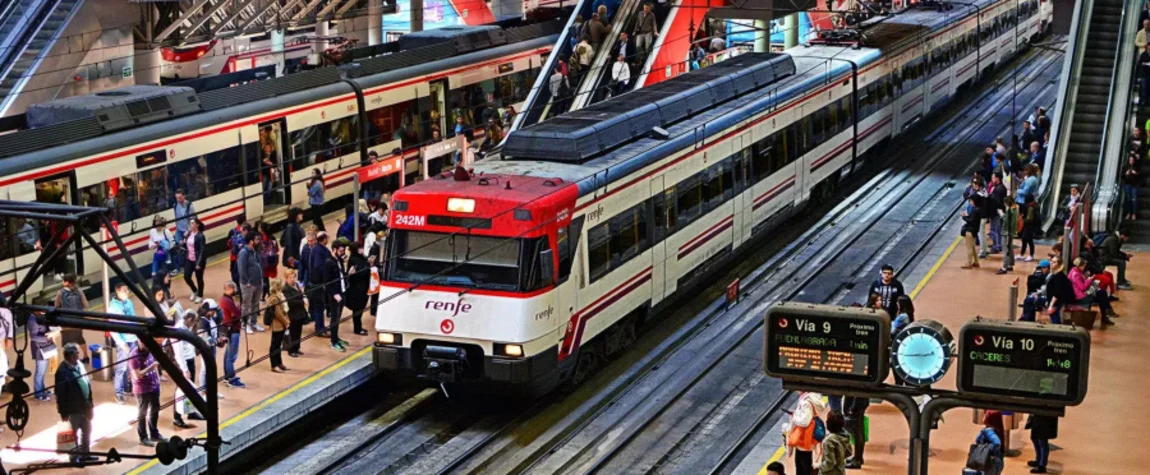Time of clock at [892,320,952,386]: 2:44
